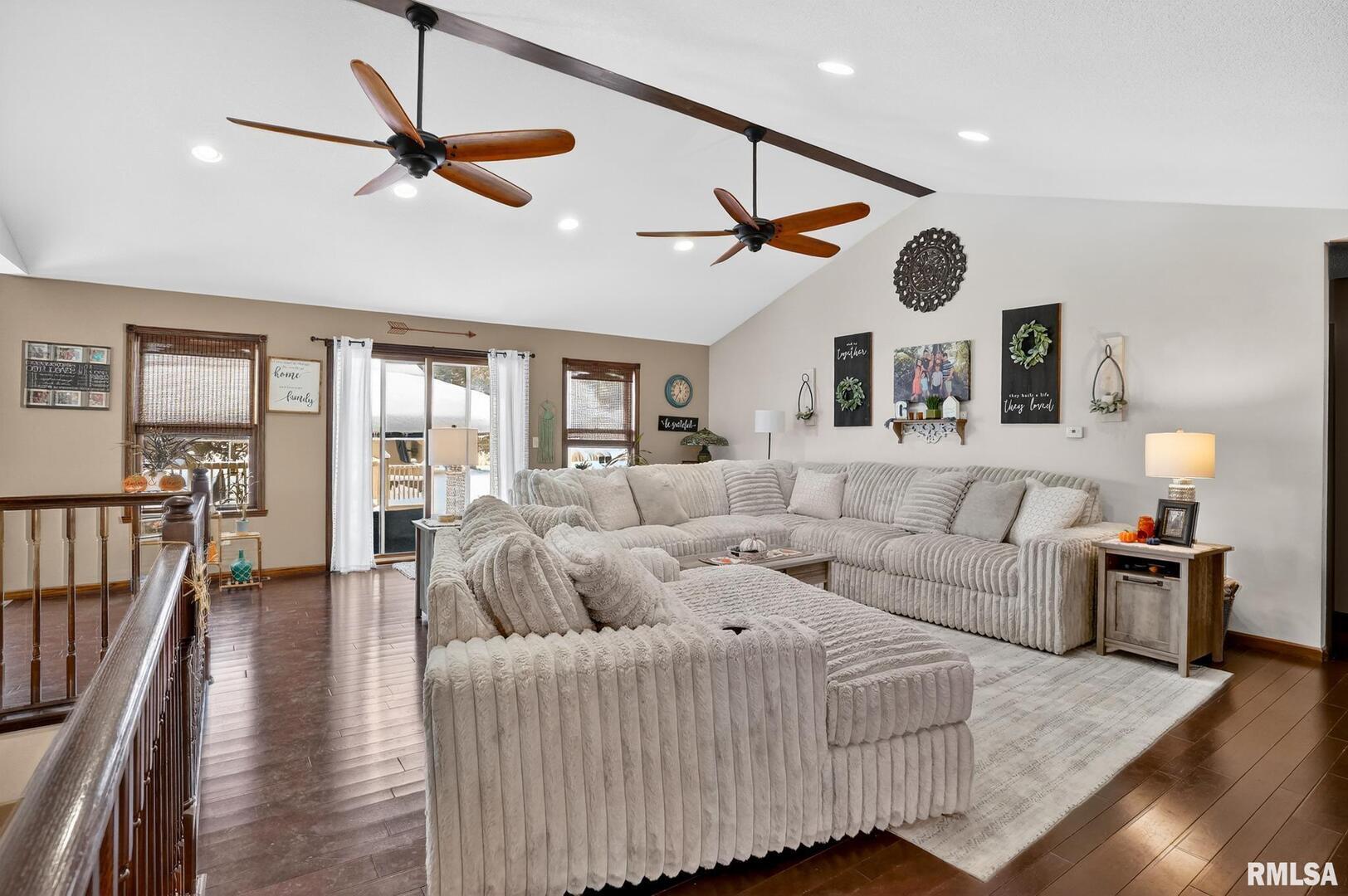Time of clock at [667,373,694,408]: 11:35
